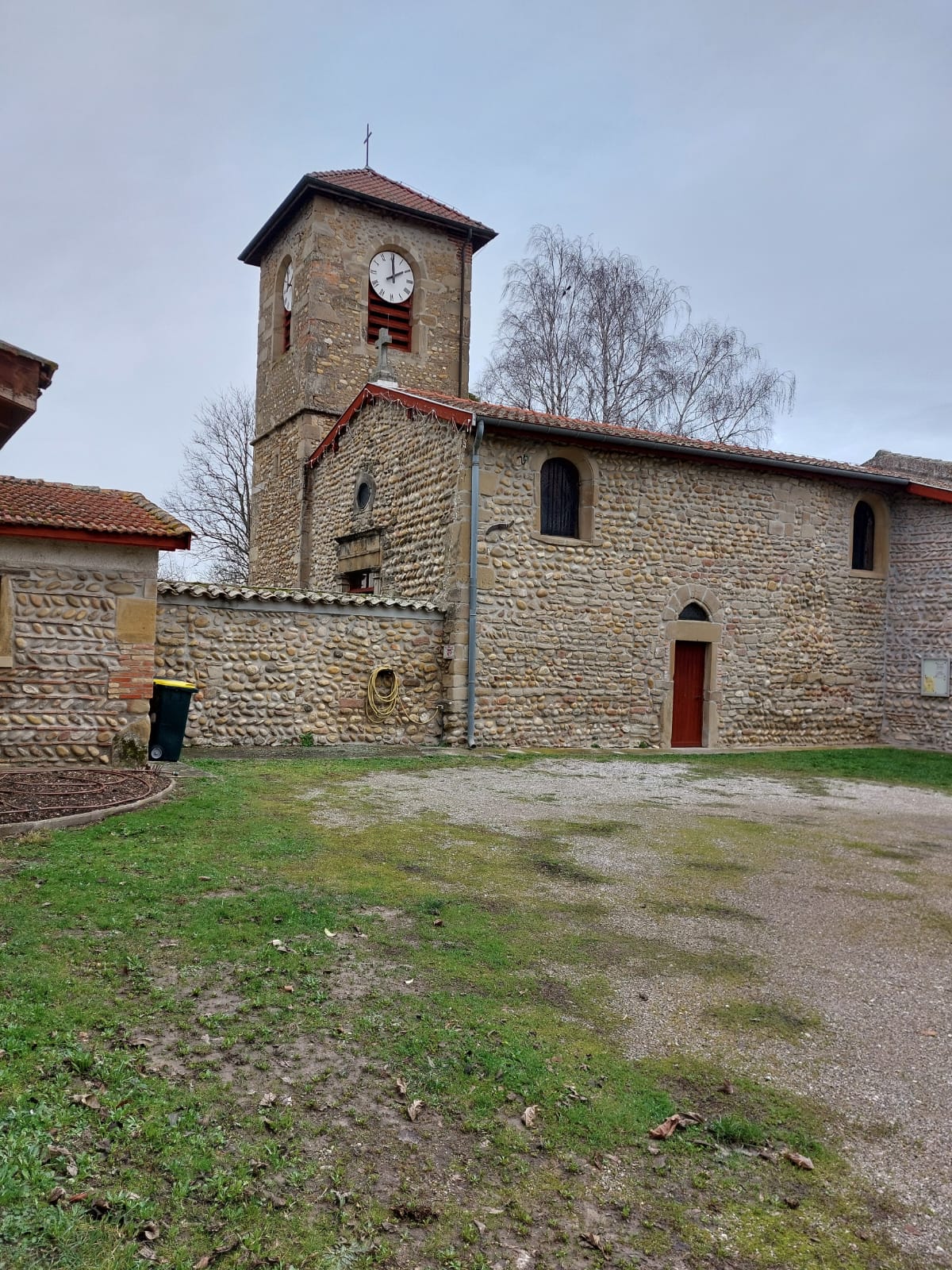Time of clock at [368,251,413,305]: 2:00
